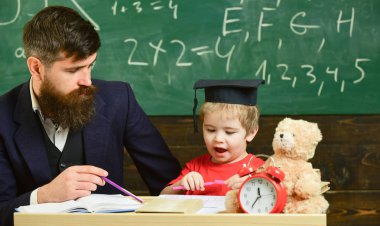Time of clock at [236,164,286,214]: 11:35
